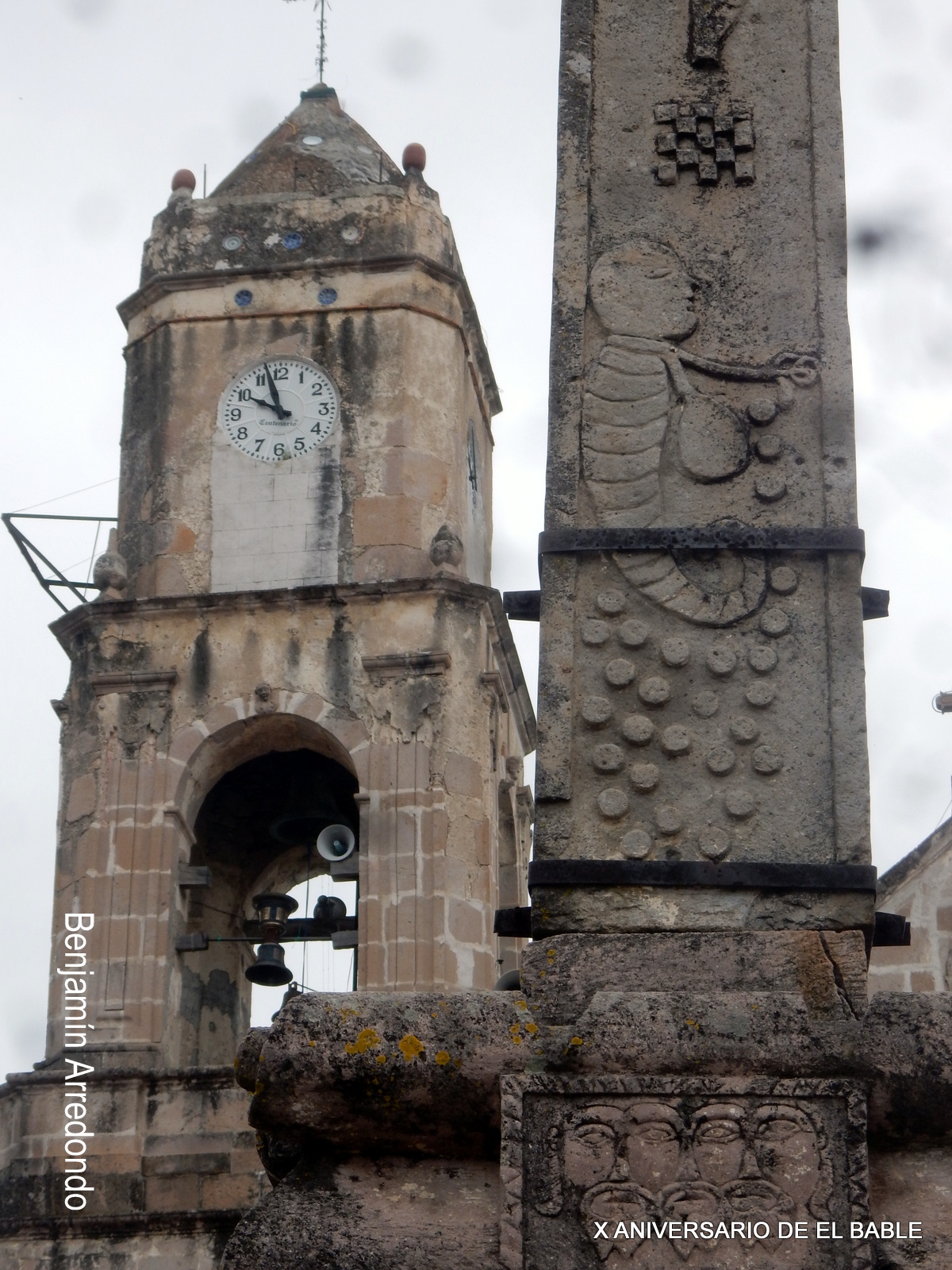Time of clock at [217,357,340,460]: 9:57
